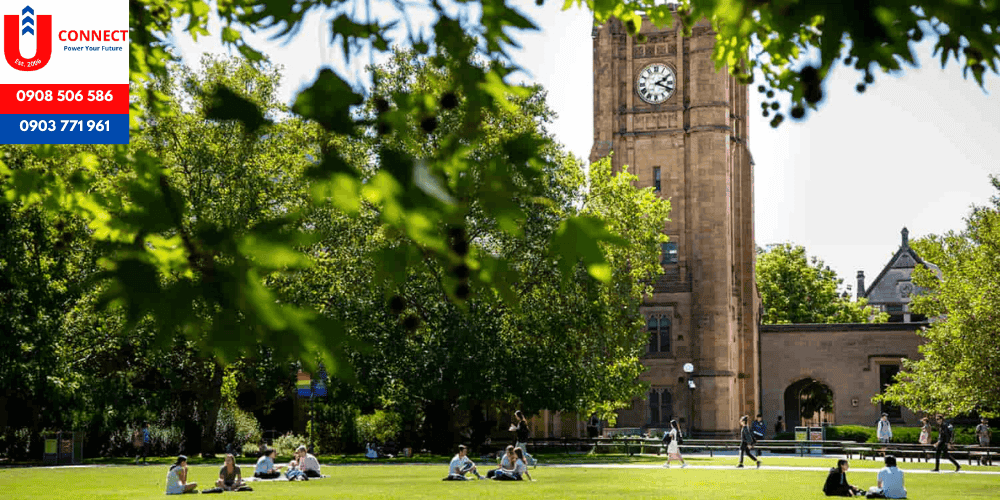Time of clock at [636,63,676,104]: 2:18
